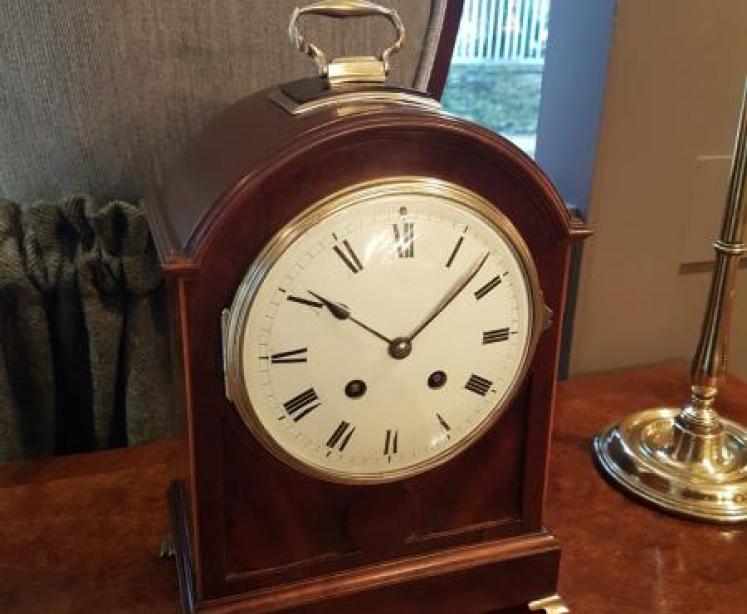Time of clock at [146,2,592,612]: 10:07
